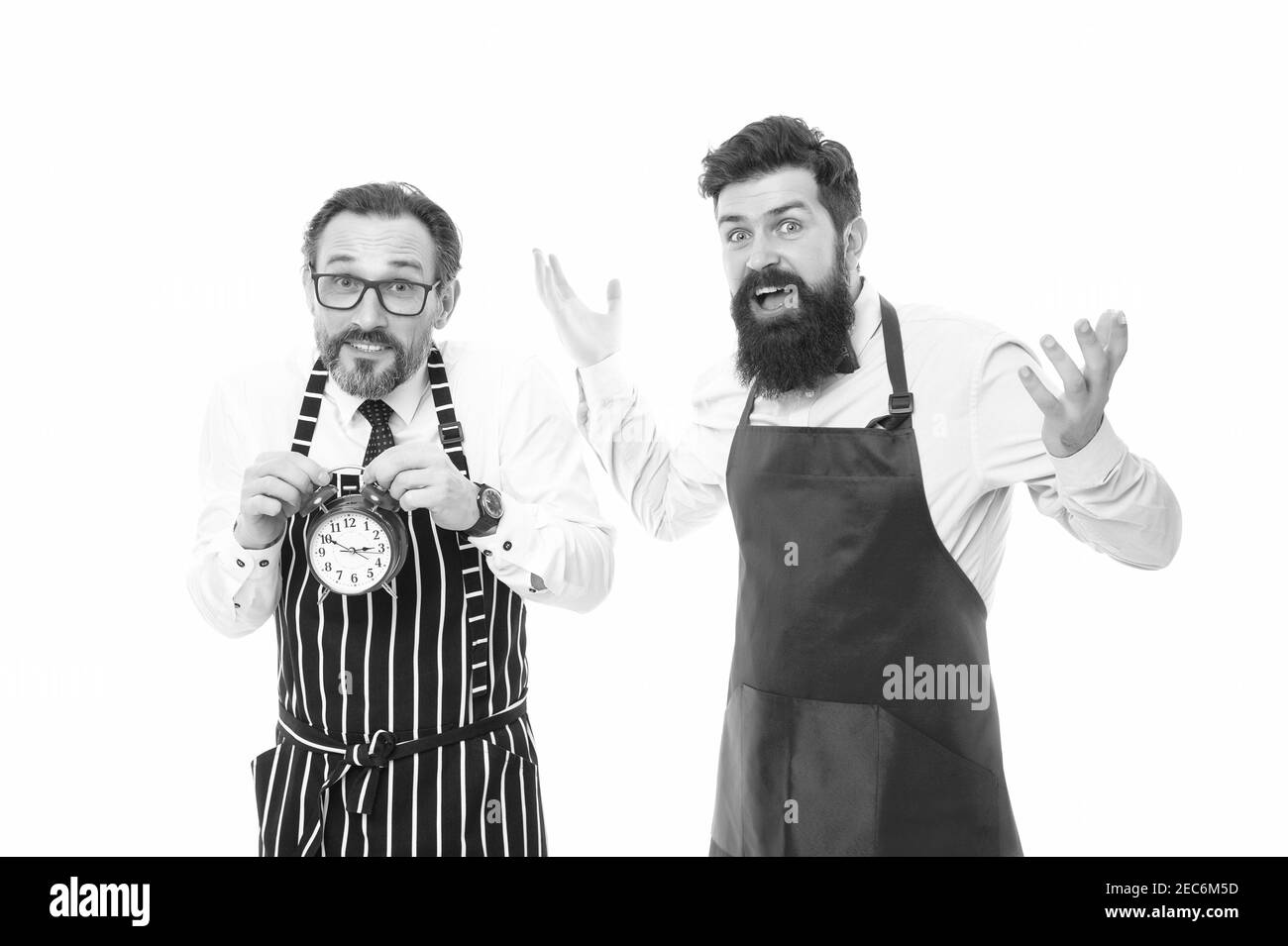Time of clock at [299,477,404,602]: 2:50
